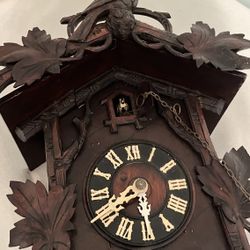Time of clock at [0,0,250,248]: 5:40
